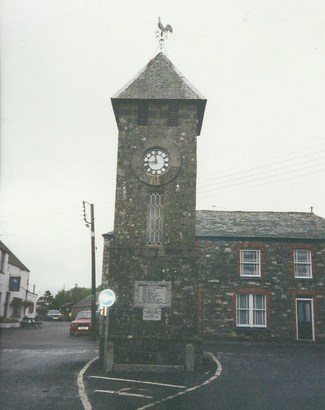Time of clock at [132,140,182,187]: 11:44
